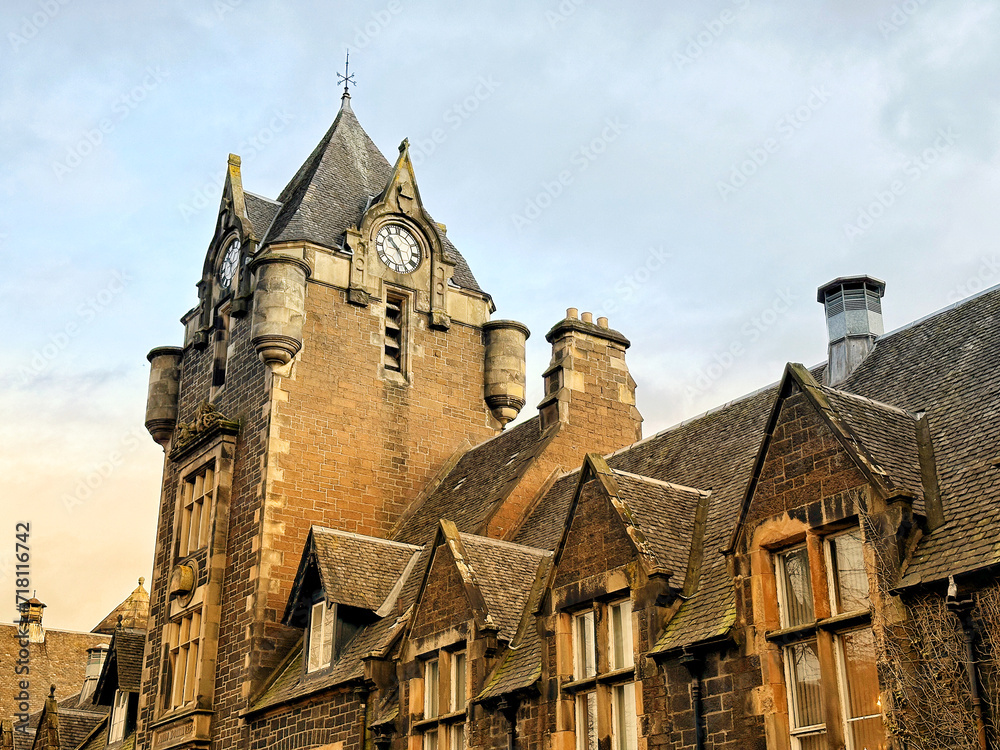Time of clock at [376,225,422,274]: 10:25
